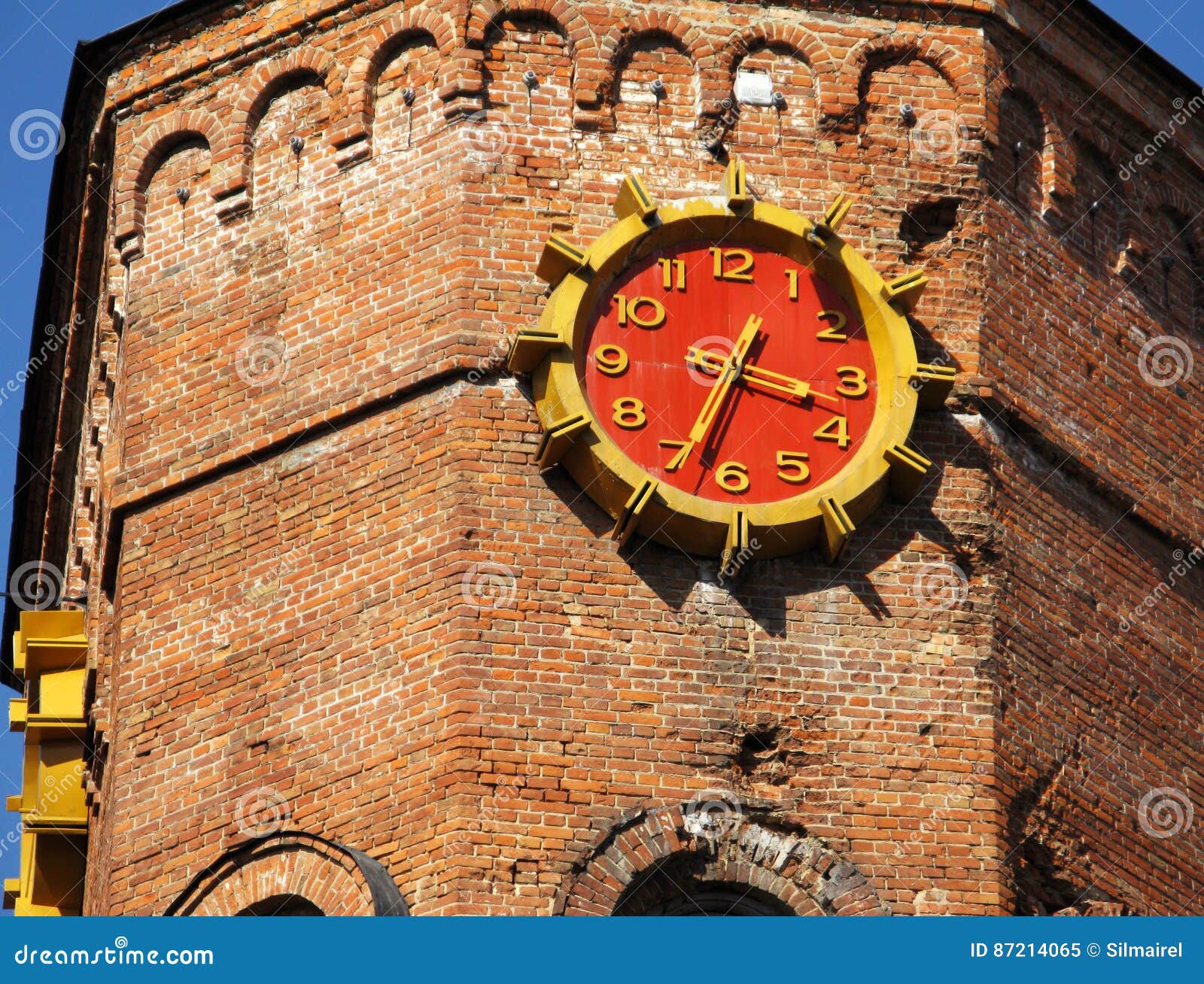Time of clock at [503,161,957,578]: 3:33
